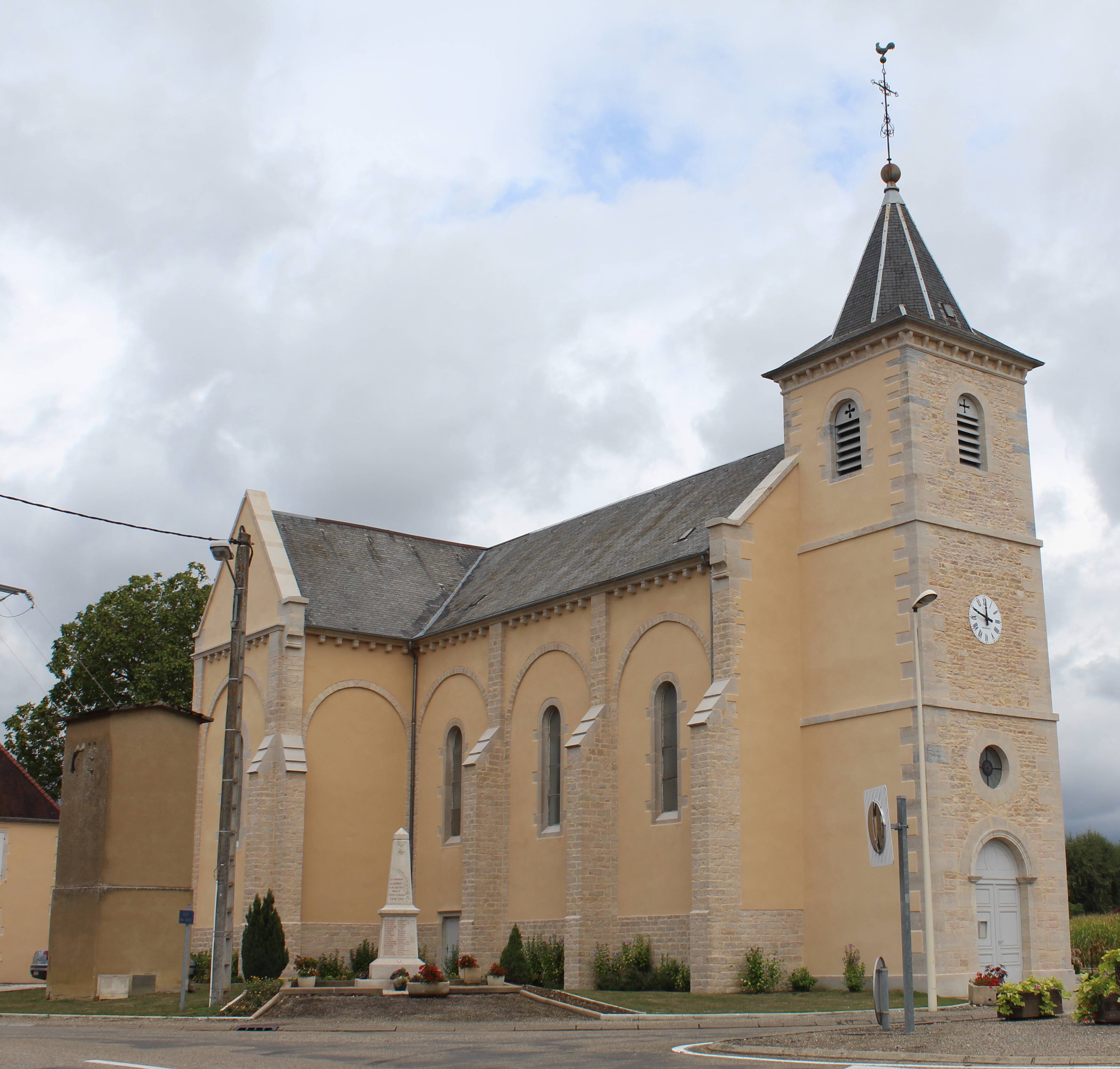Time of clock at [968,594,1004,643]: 10:00
